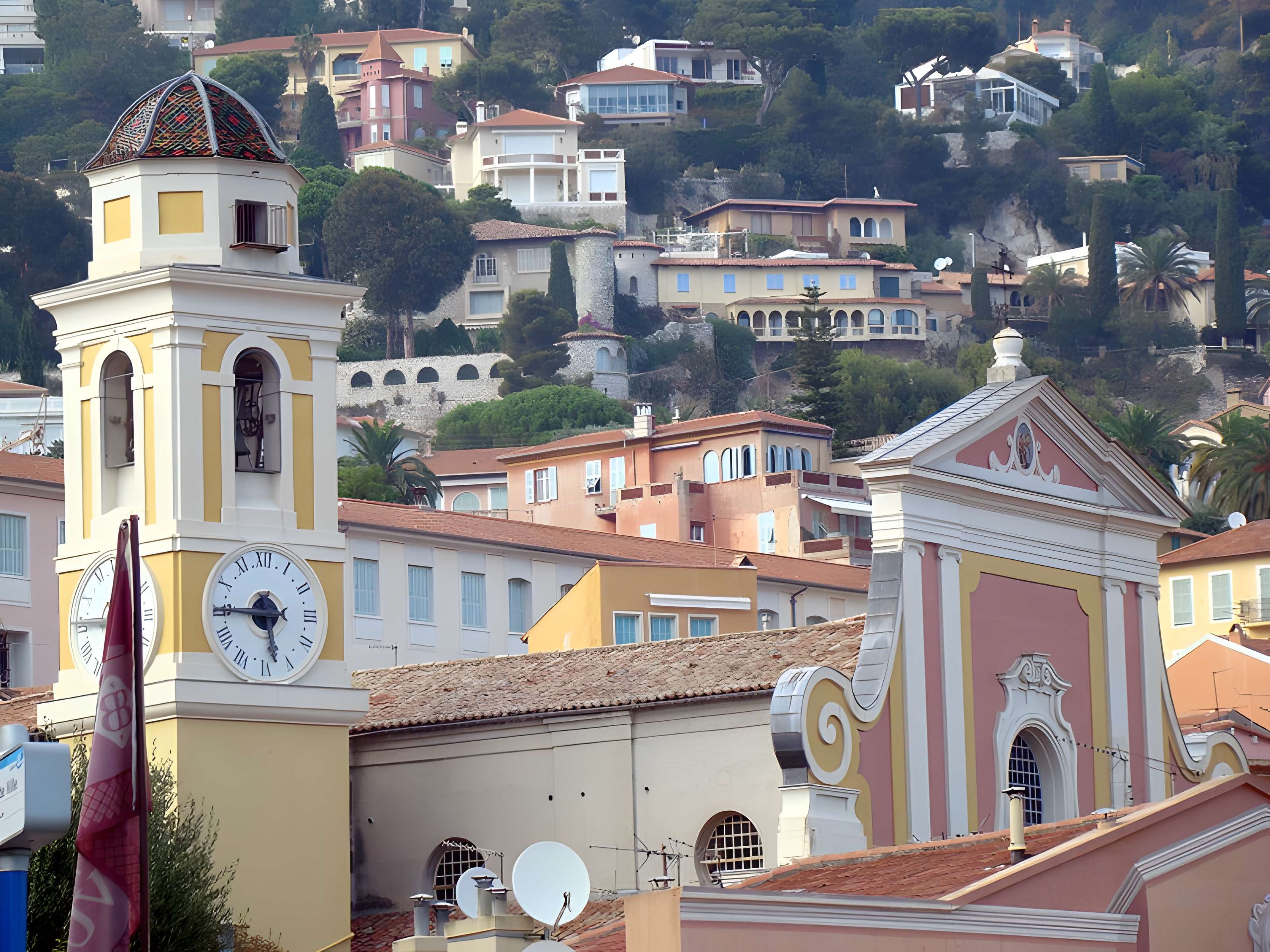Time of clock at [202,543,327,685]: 5:45
